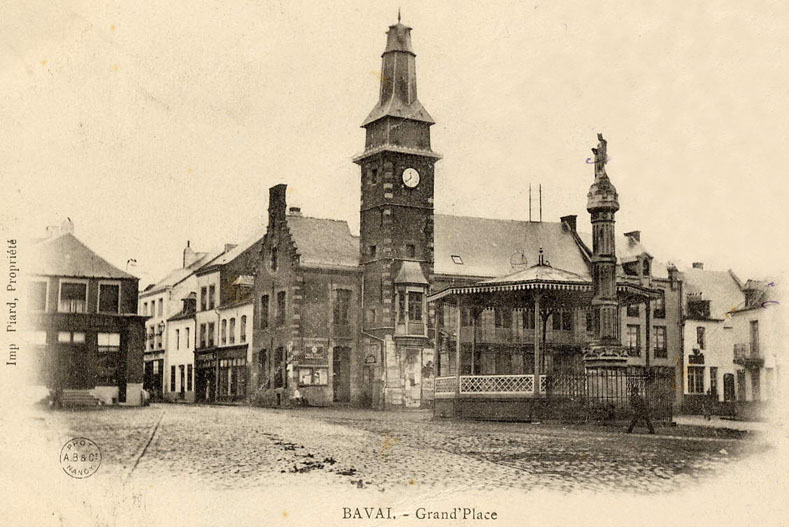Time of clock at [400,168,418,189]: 11:38
